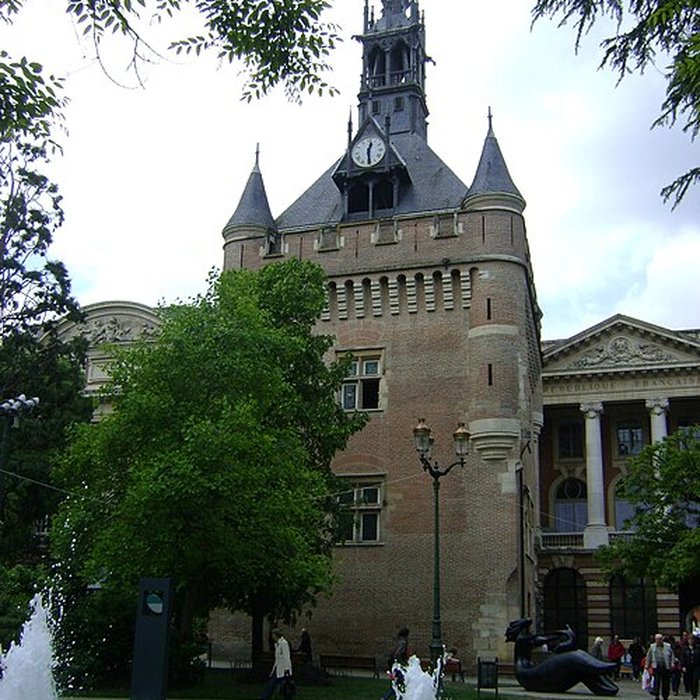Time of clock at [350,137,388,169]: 12:28
